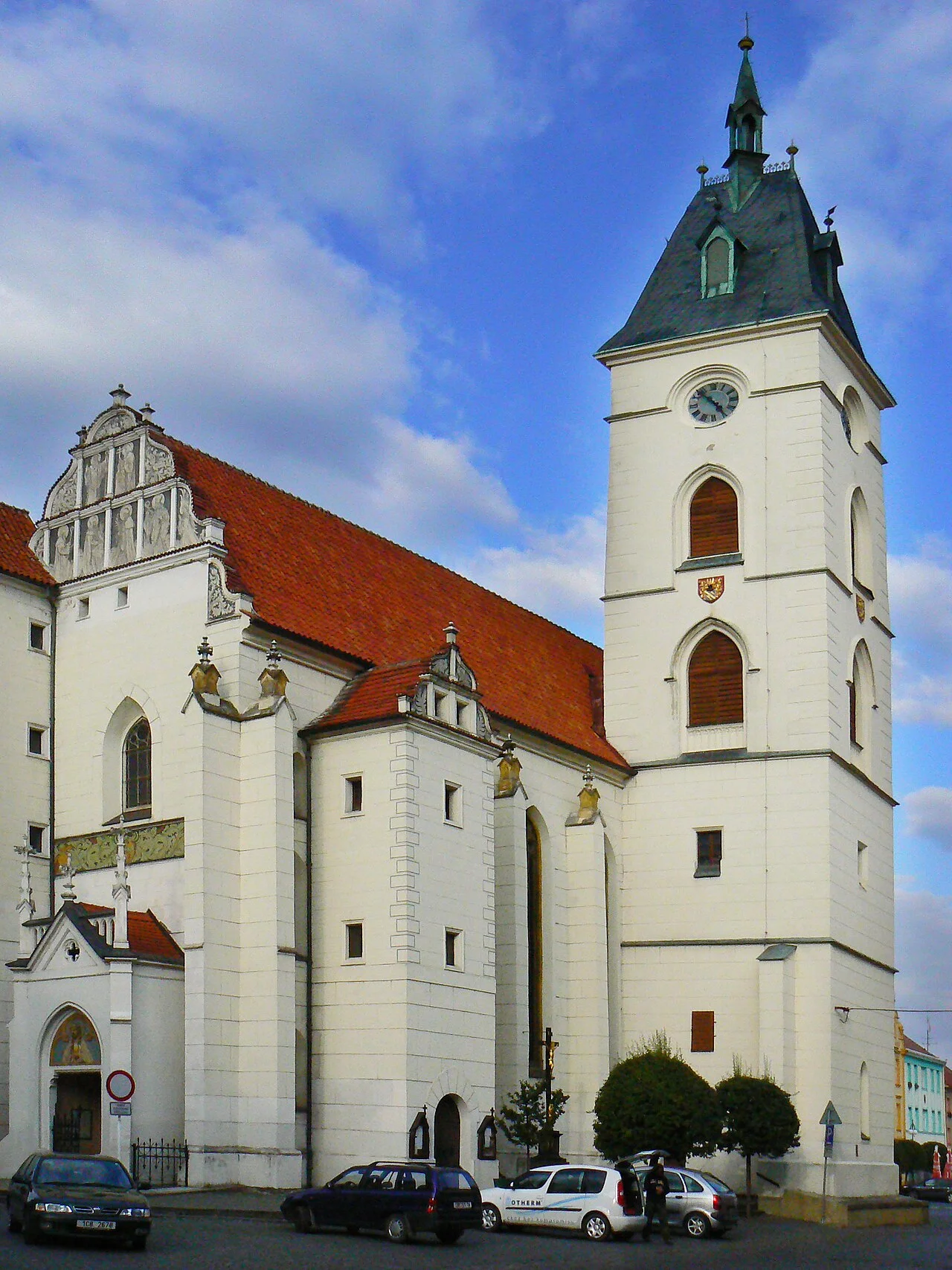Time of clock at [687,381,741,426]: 4:52
